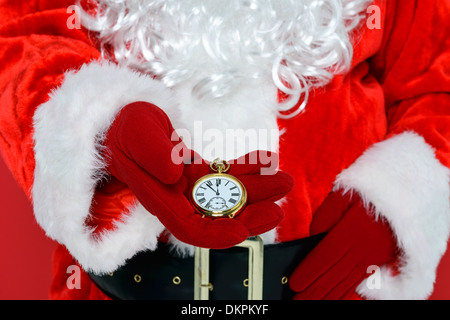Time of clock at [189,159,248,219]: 11:52
